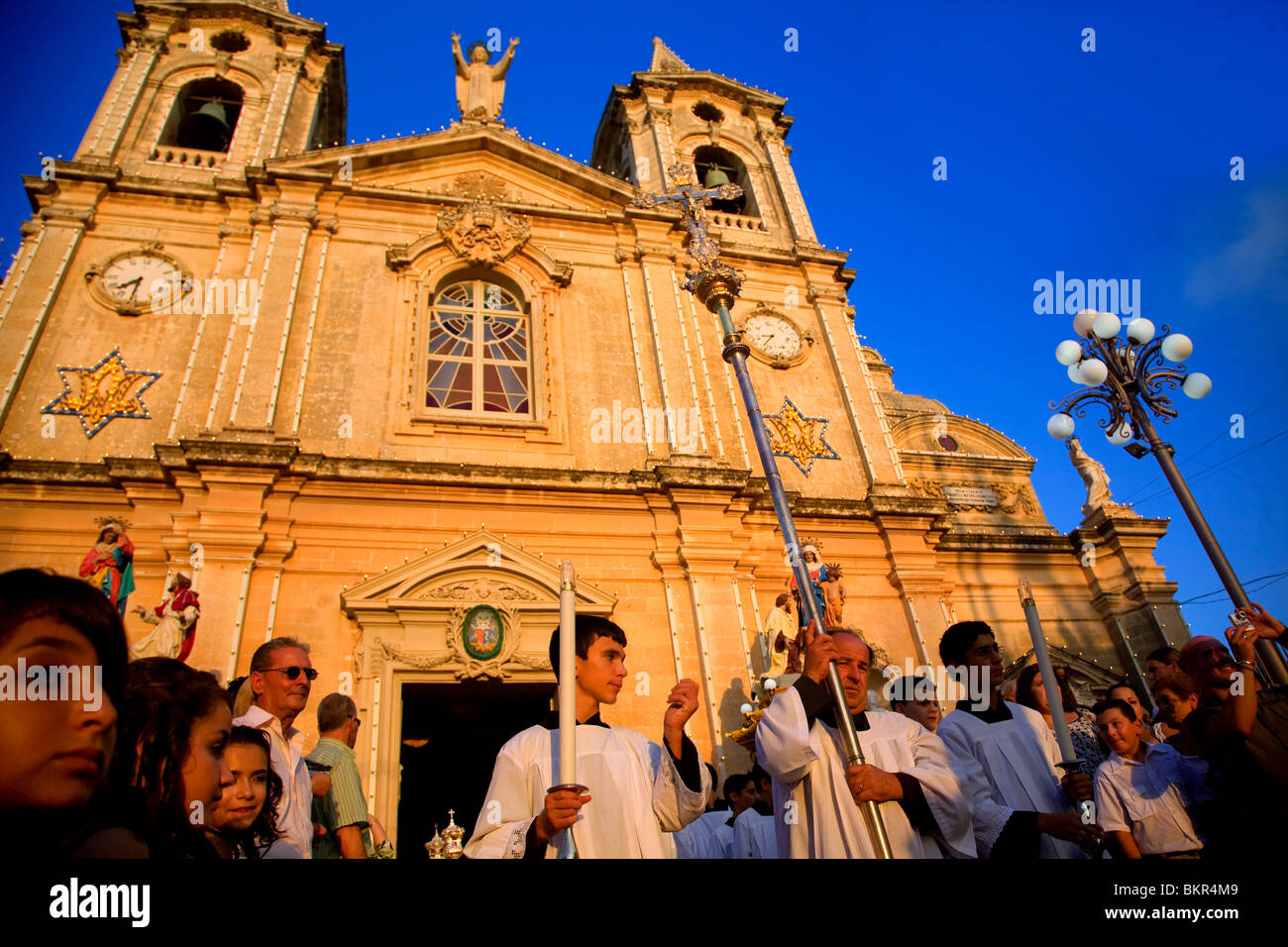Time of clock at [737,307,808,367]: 8:36
